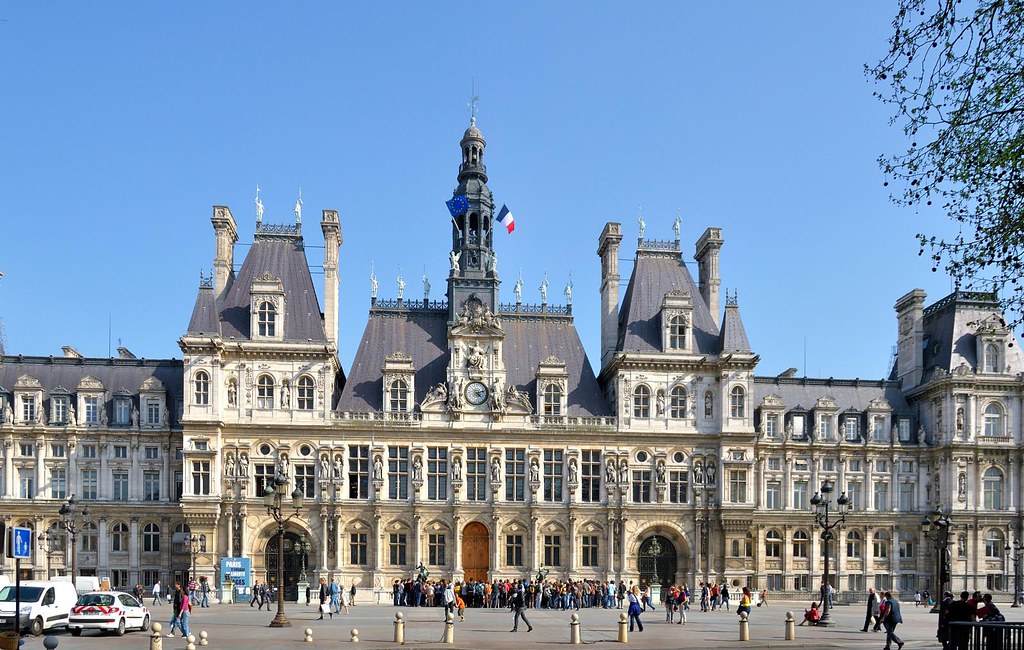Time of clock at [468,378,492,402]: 4:12
